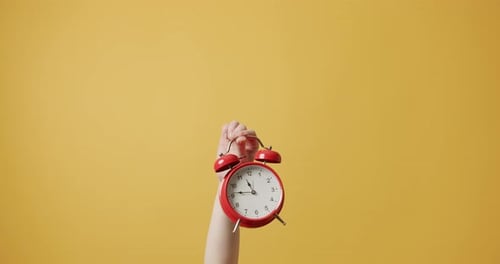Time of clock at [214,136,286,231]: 11:46
